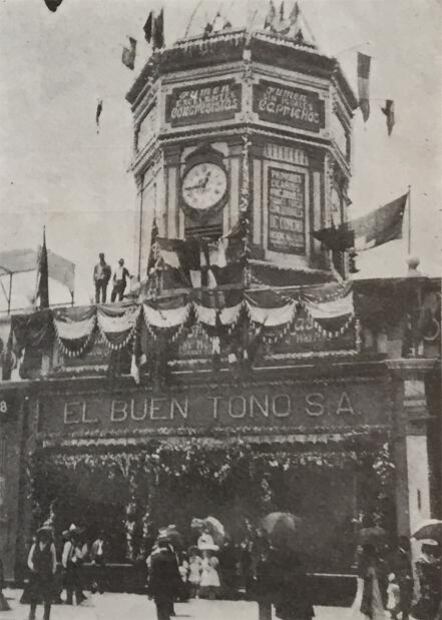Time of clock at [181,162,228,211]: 12:43
